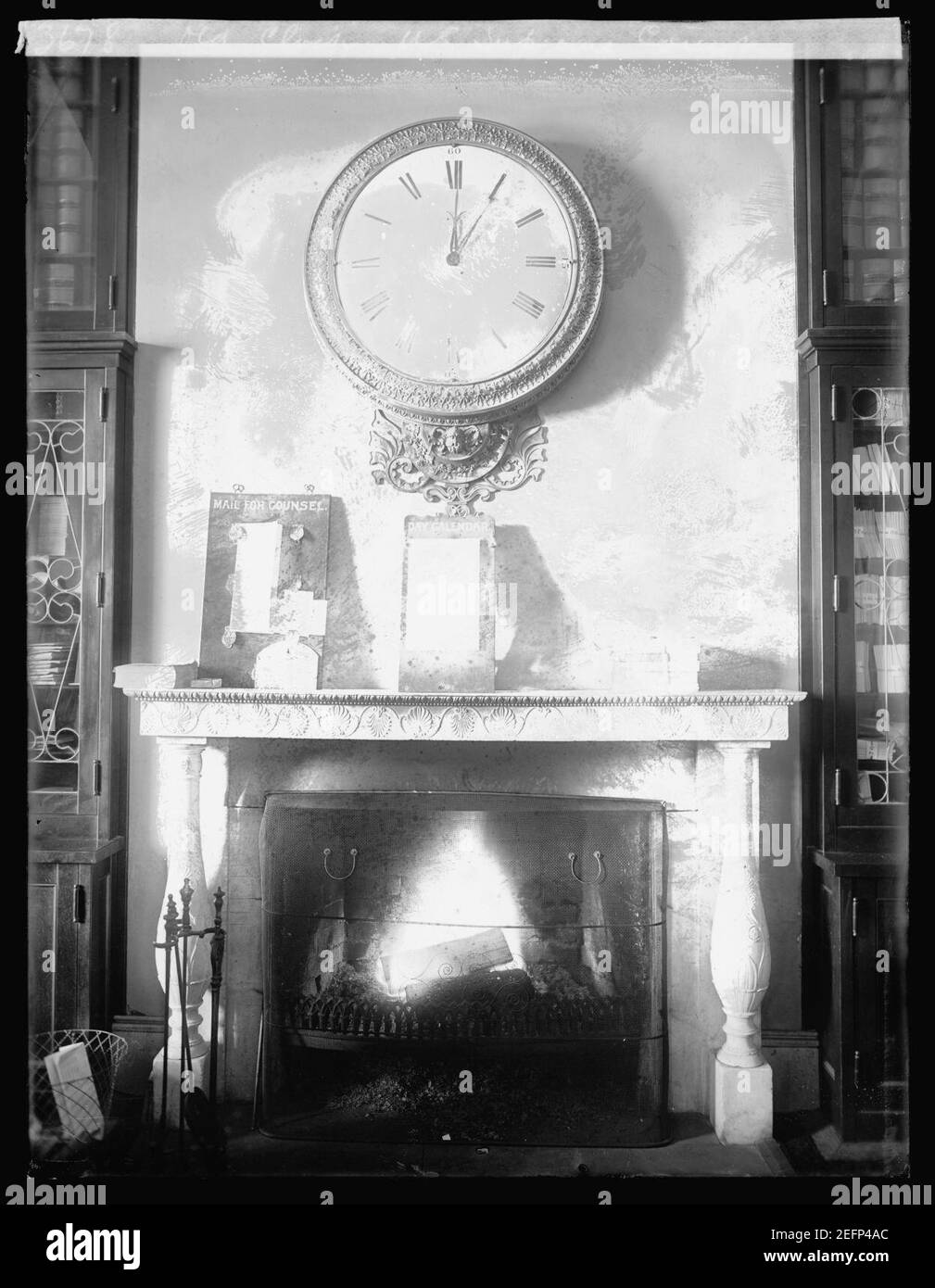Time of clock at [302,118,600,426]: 1:01
